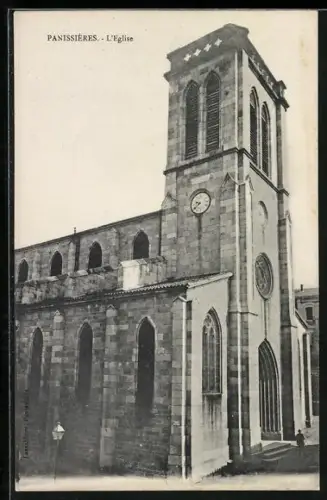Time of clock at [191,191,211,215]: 9:38
